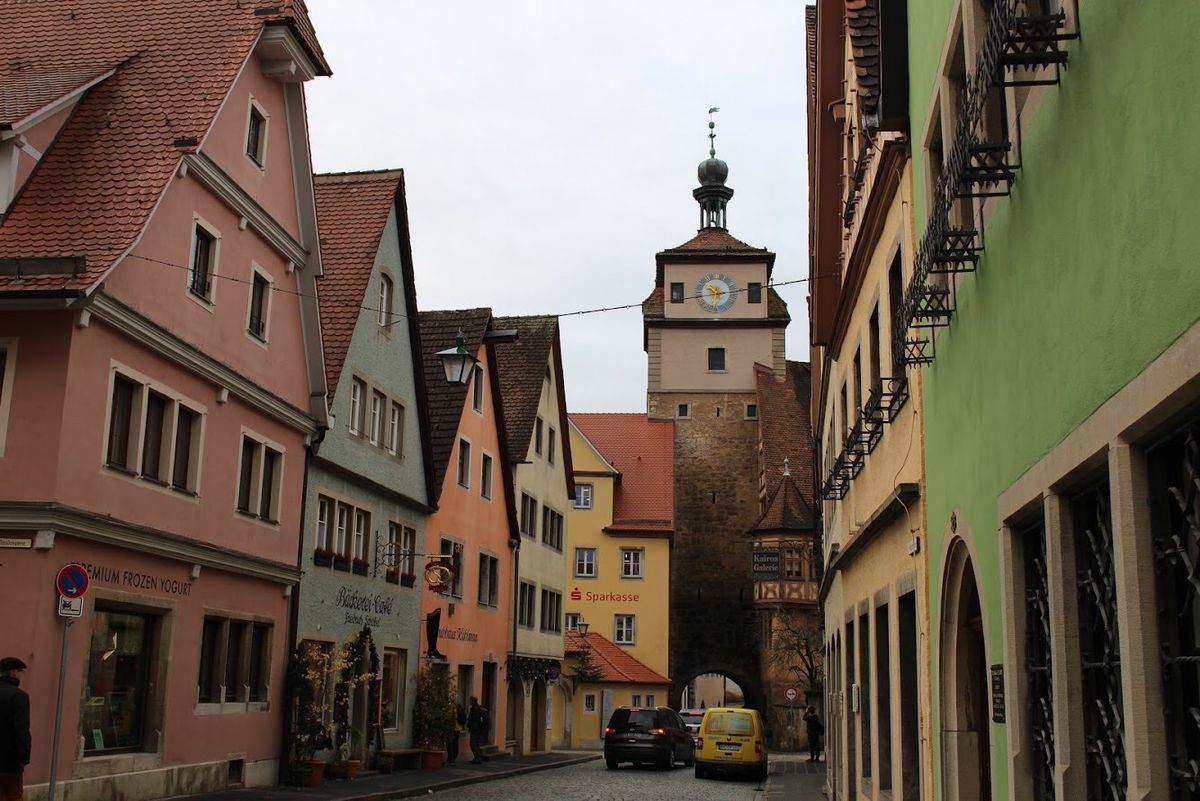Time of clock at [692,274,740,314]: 10:14
